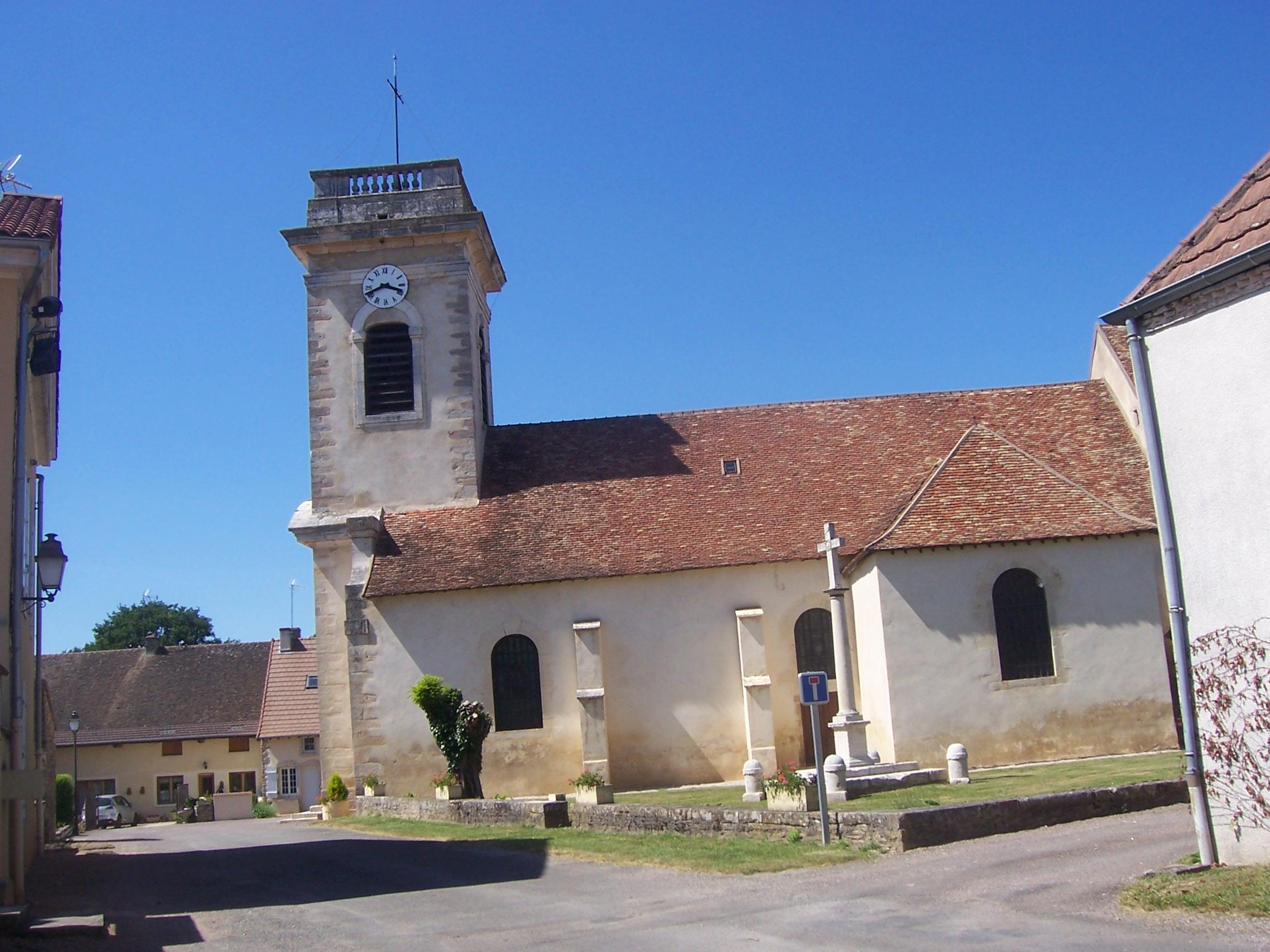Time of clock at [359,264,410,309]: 3:41
